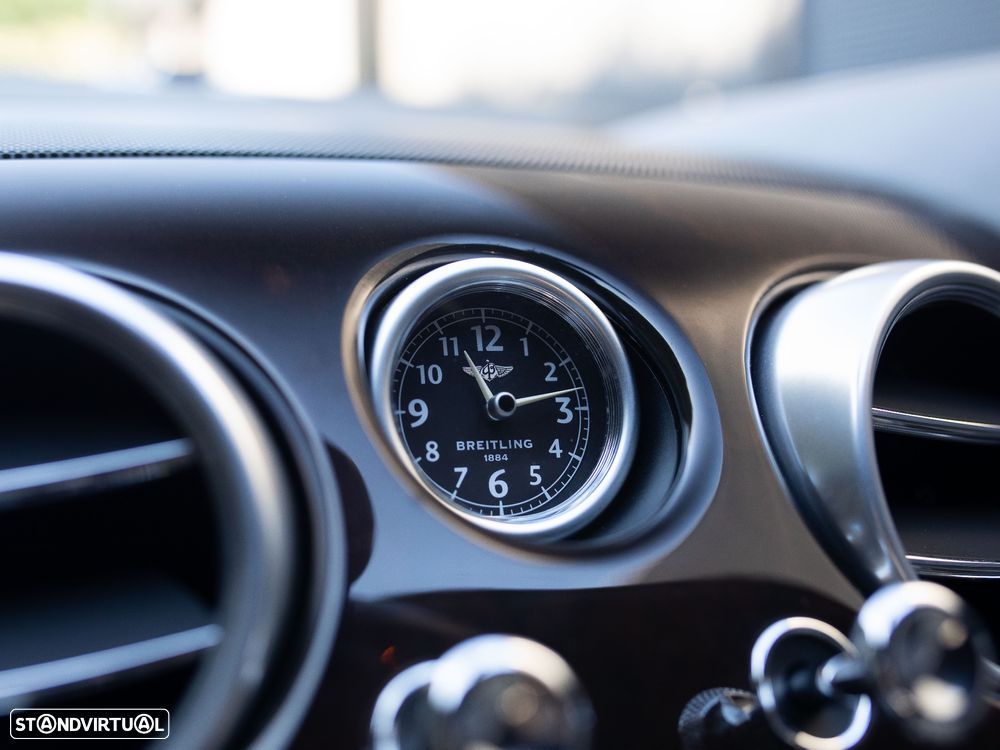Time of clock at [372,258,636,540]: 11:13
